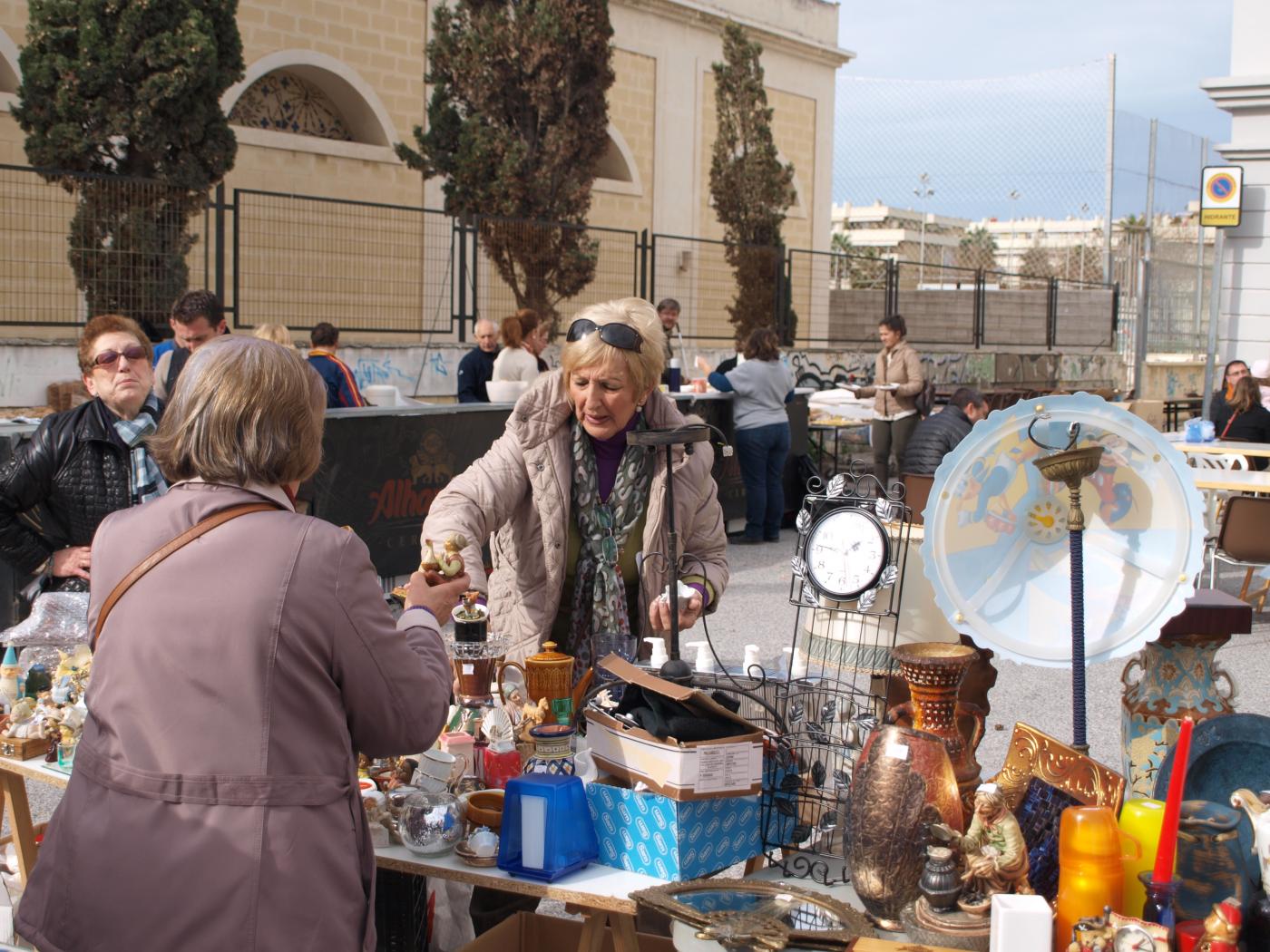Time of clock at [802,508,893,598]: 1:46
